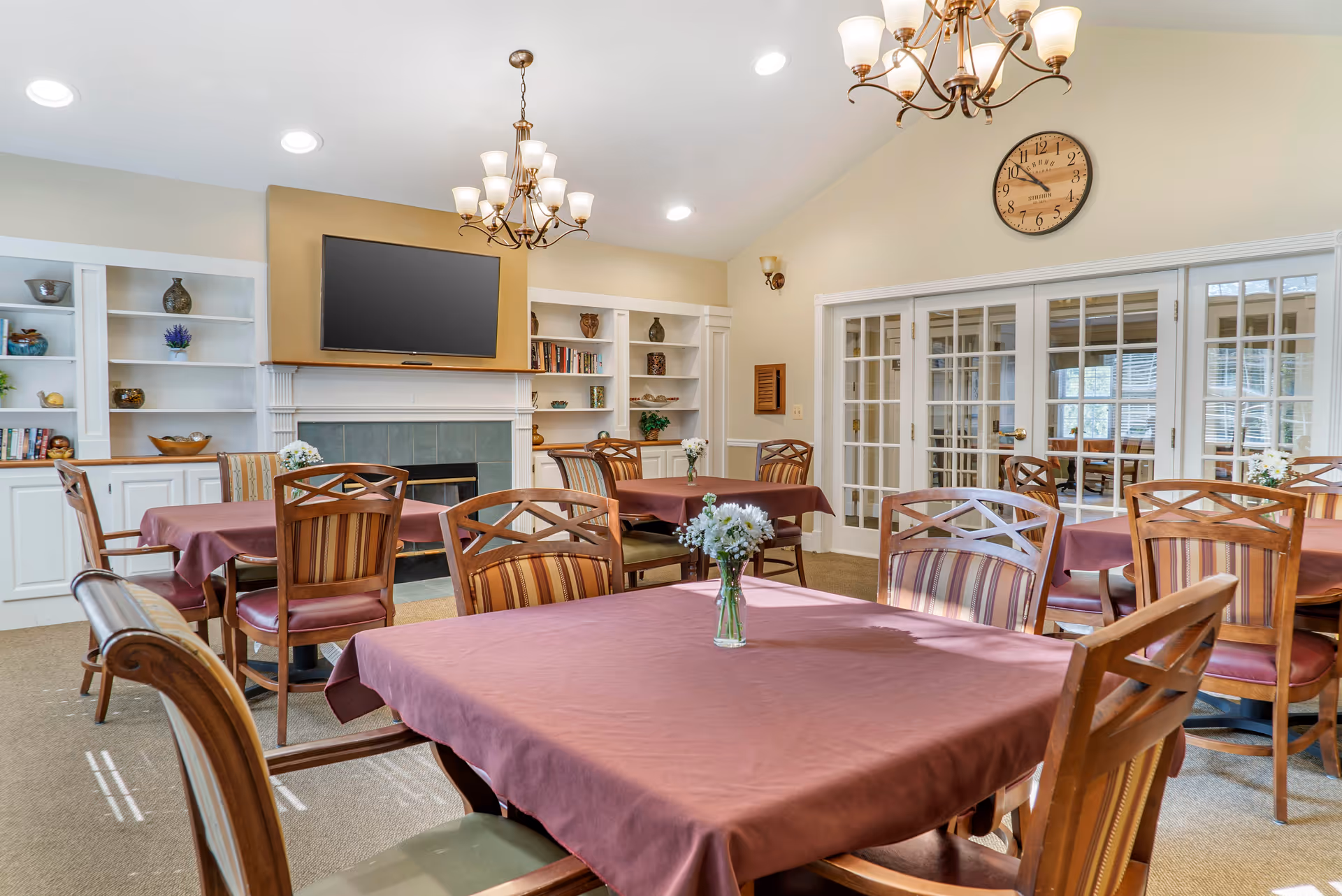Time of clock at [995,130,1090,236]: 9:52
